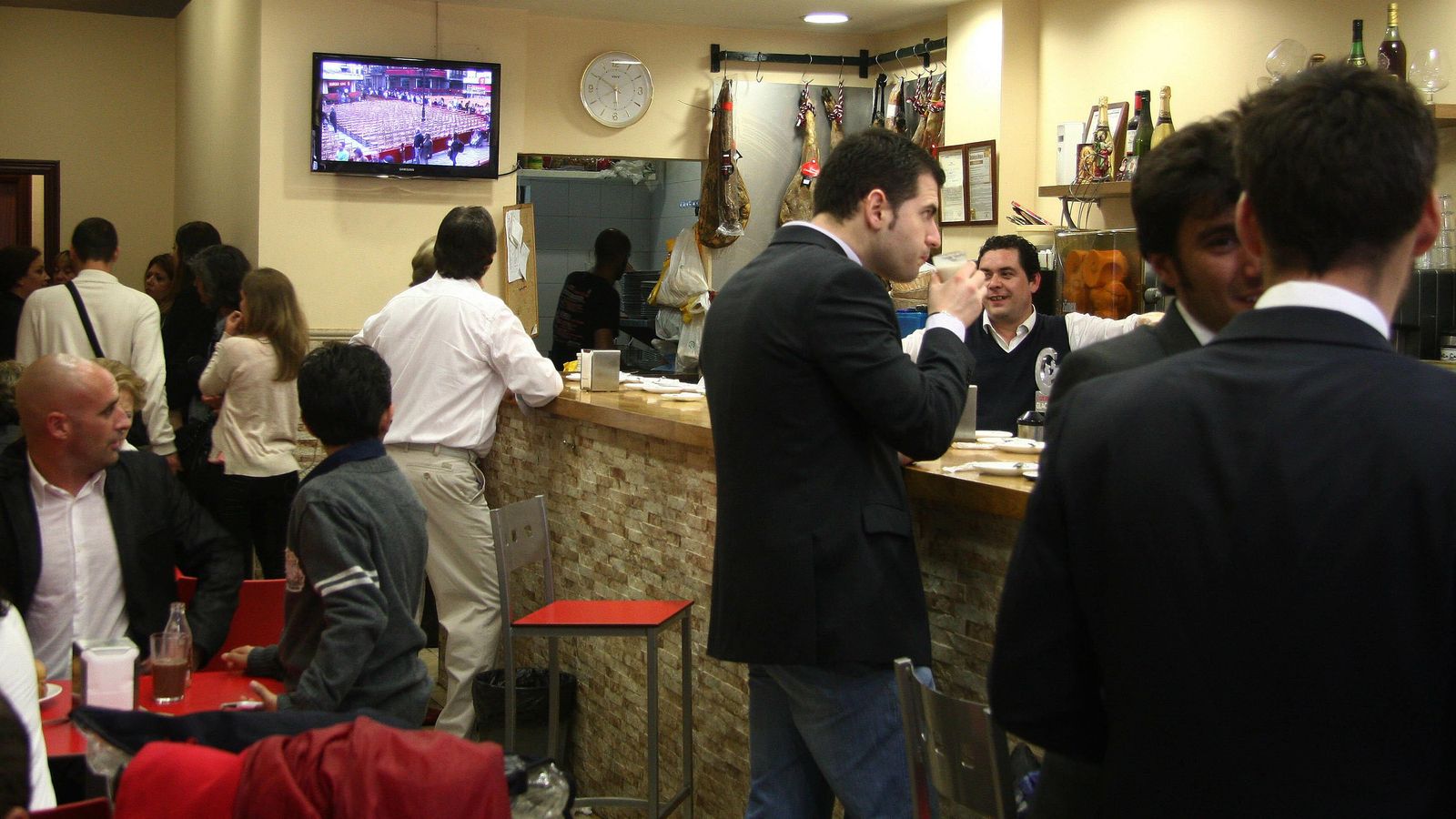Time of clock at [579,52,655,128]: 5:50
